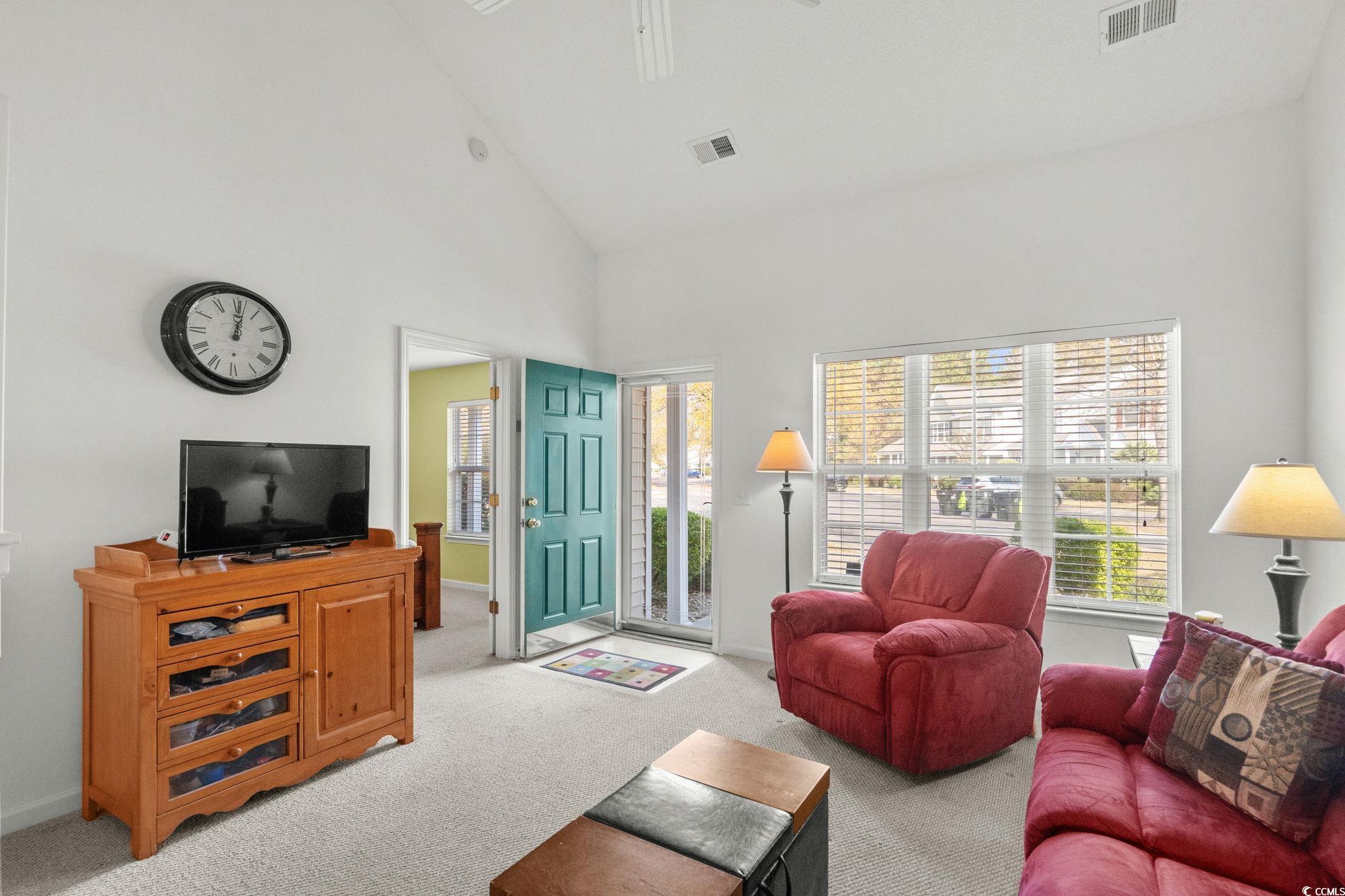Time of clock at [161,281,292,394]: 12:01
